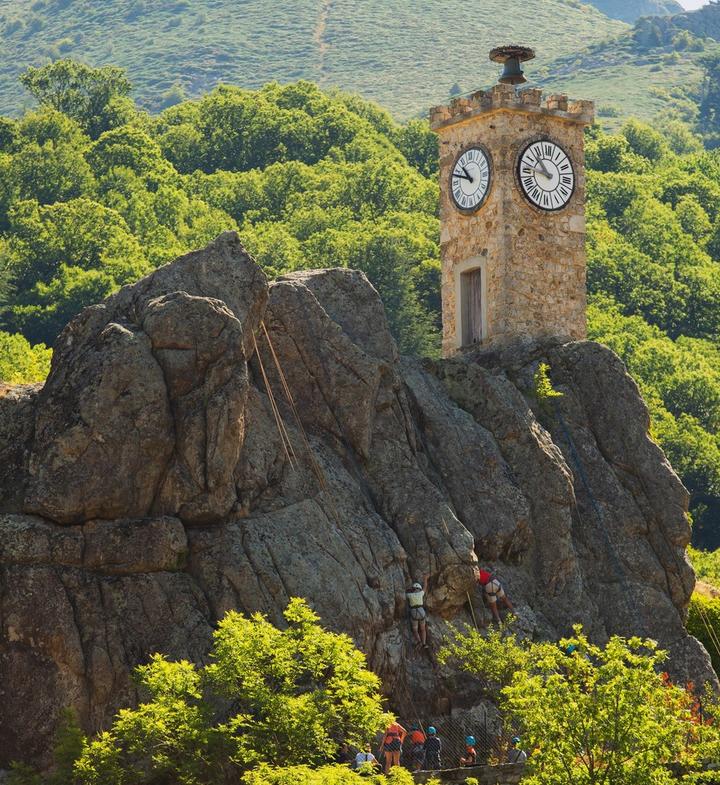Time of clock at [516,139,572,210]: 10:45
